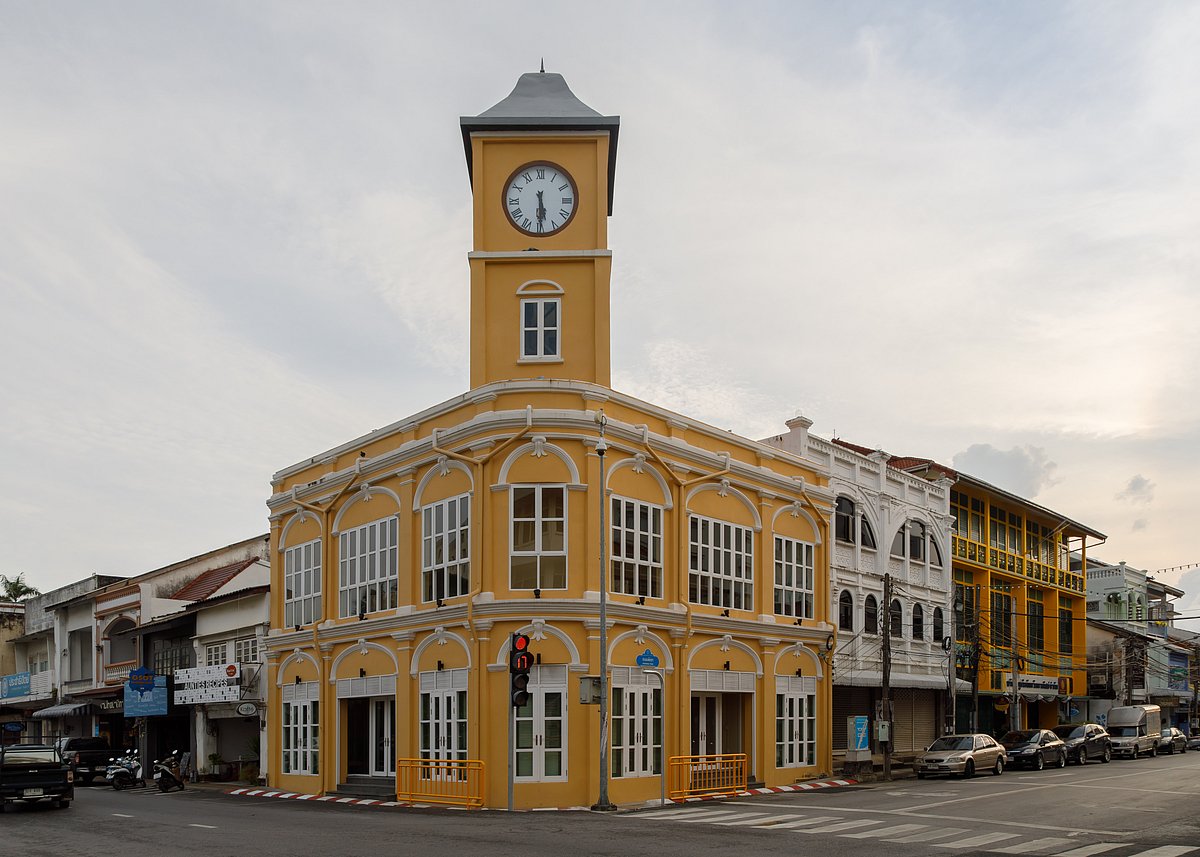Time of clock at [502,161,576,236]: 5:29
